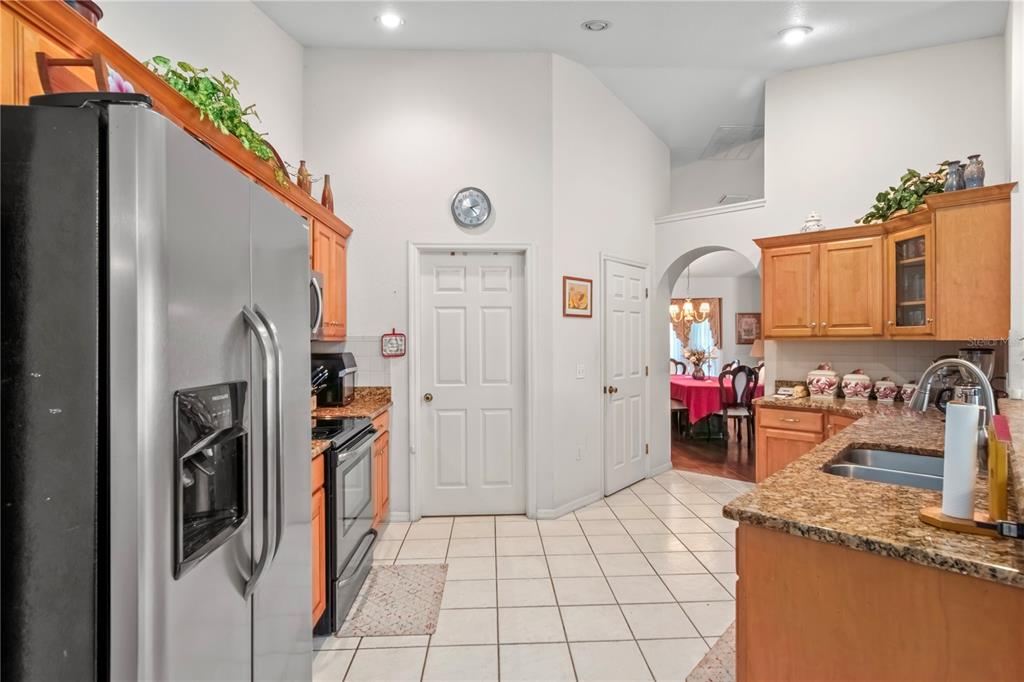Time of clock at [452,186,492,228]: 2:23
